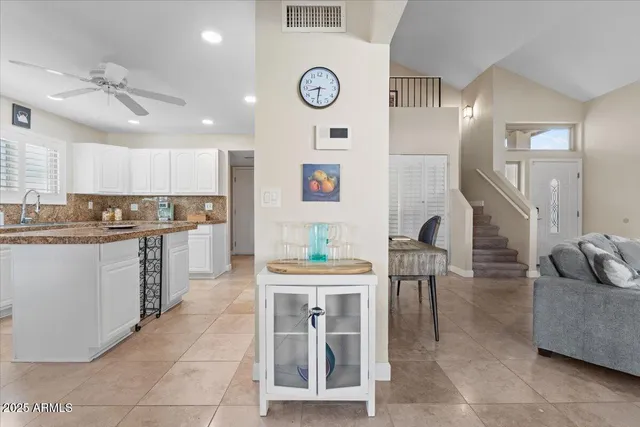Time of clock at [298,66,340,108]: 8:31
